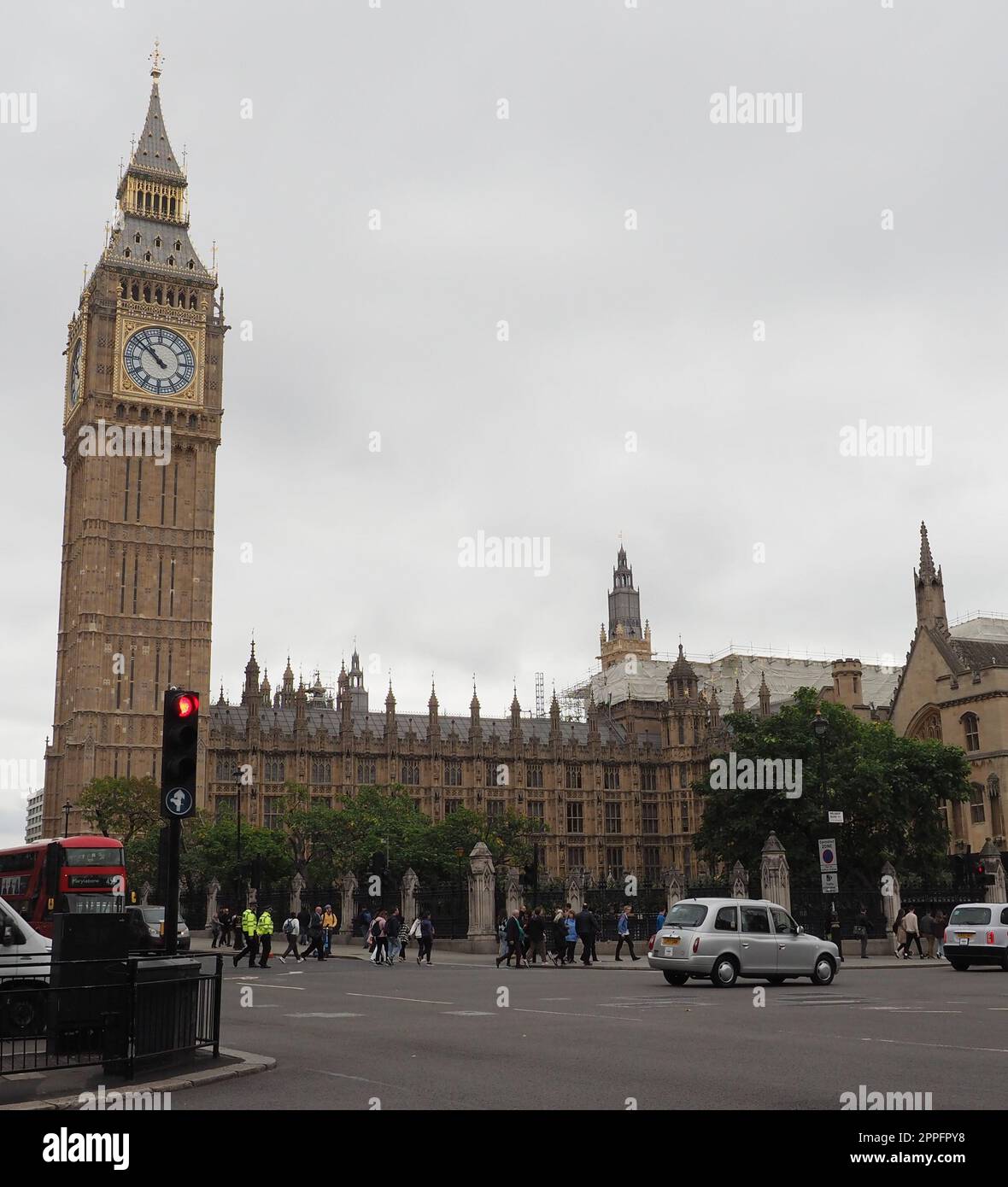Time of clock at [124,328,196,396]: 10:51
